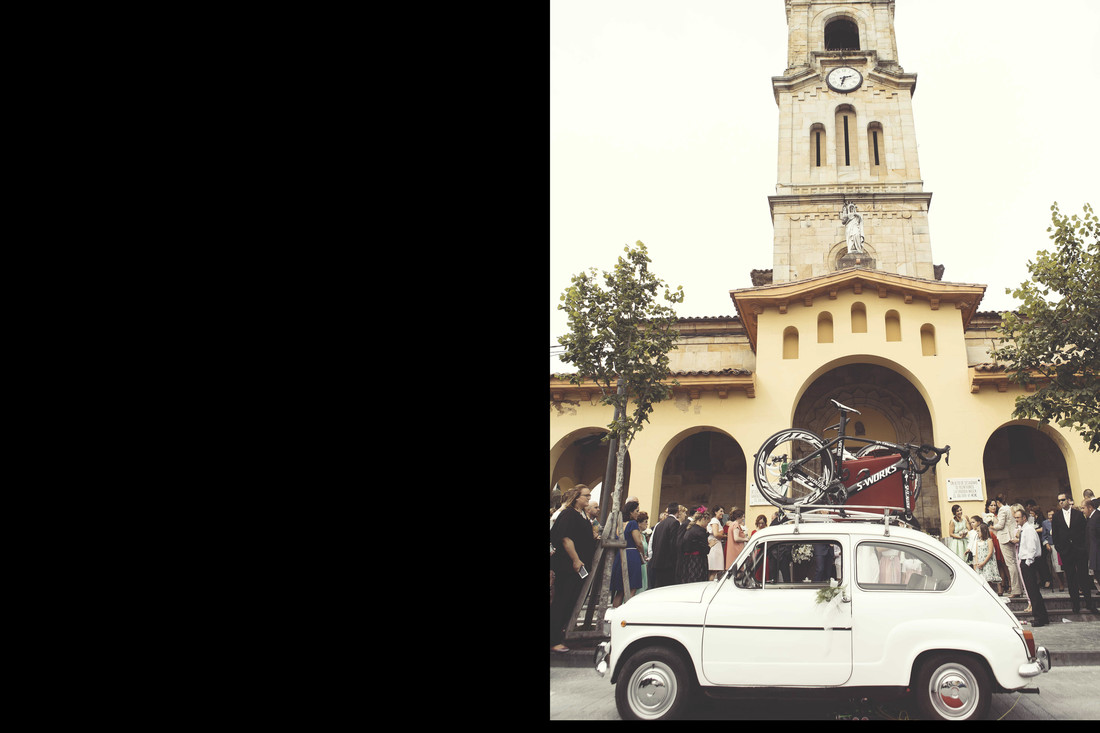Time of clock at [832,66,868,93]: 2:32
